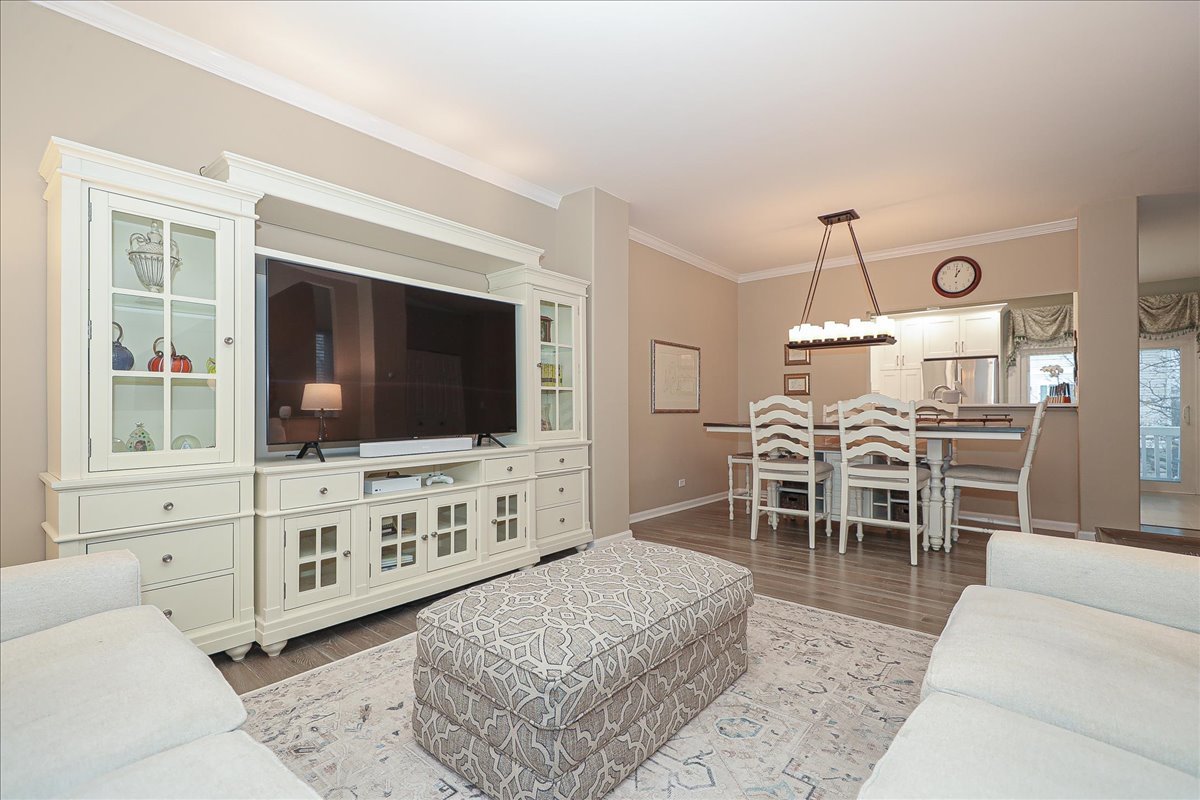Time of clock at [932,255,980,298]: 1:01
